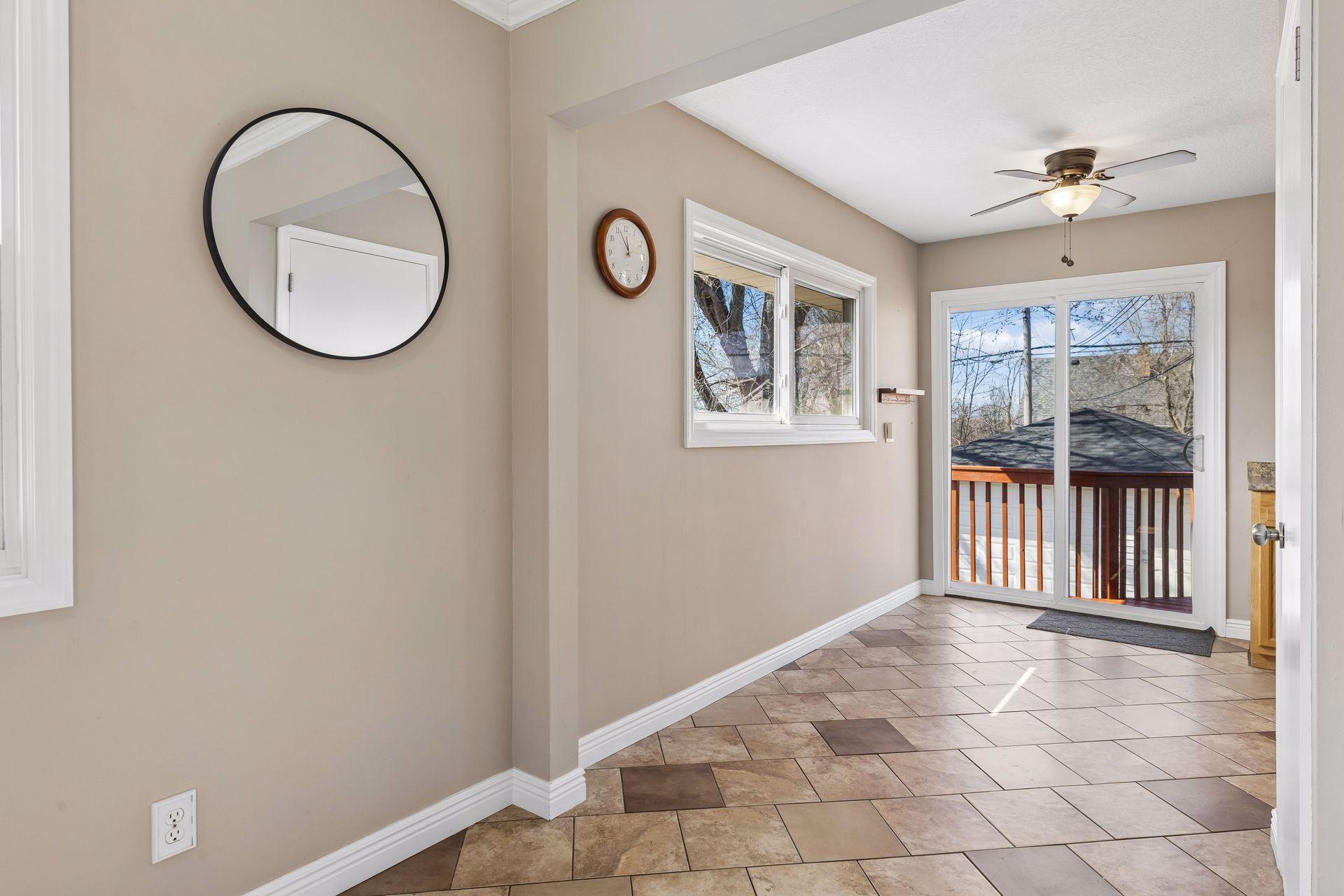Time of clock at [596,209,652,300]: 11:55
